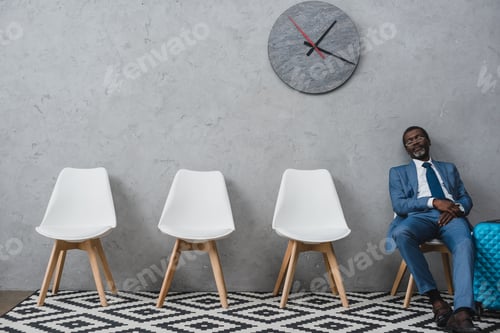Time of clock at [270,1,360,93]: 1:18
